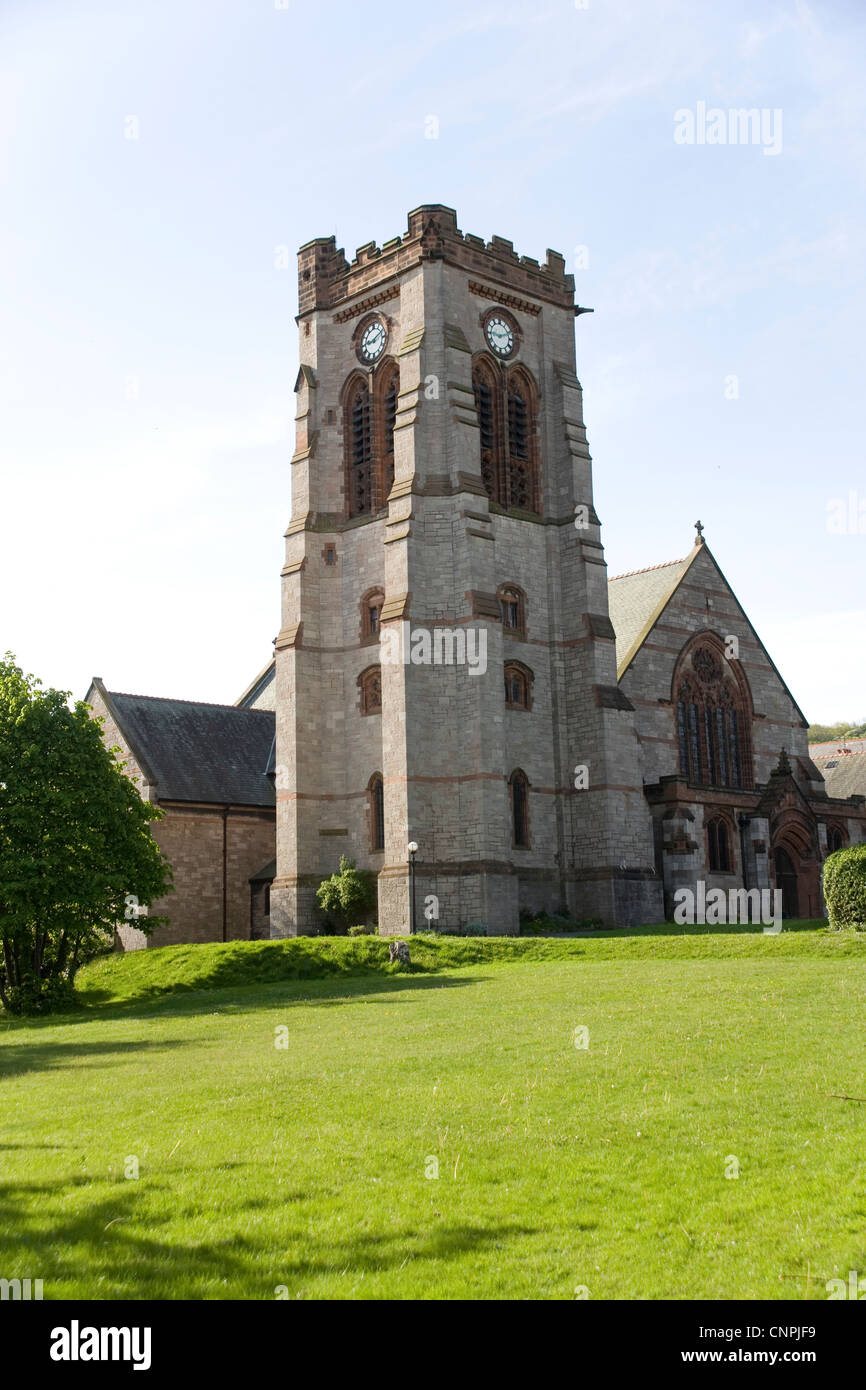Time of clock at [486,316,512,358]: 9:11
